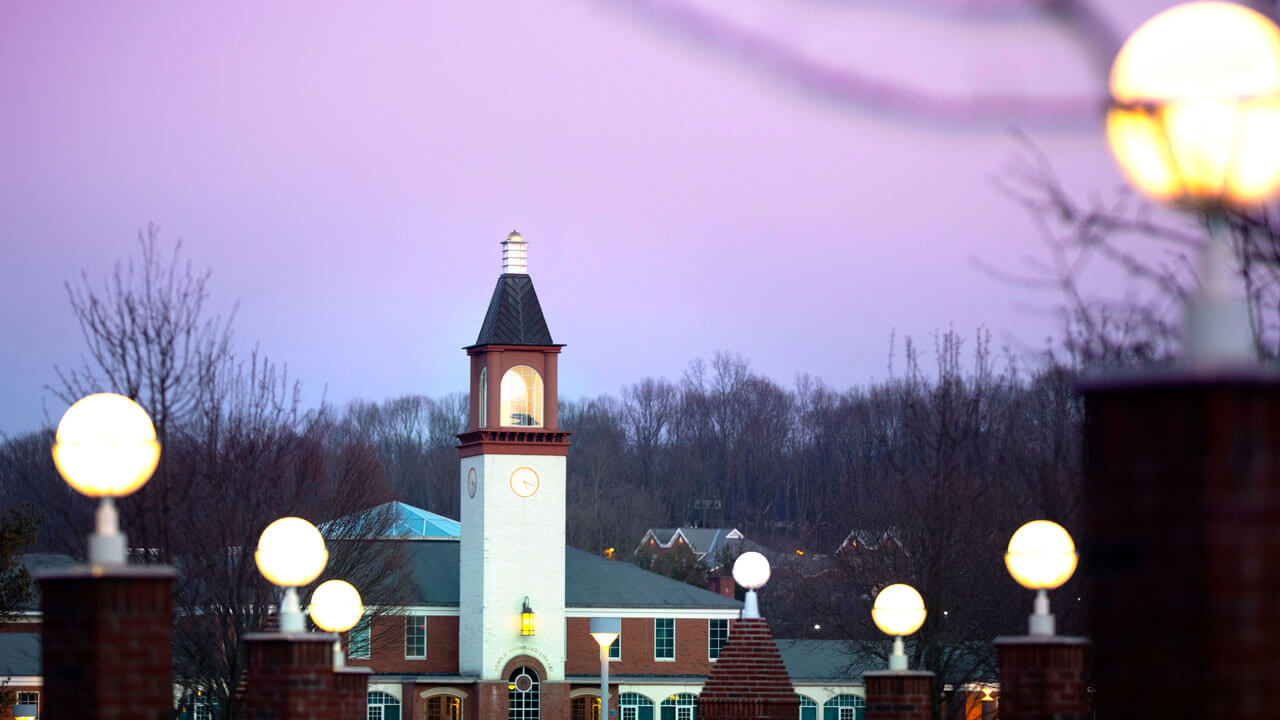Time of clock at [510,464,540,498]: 5:17
